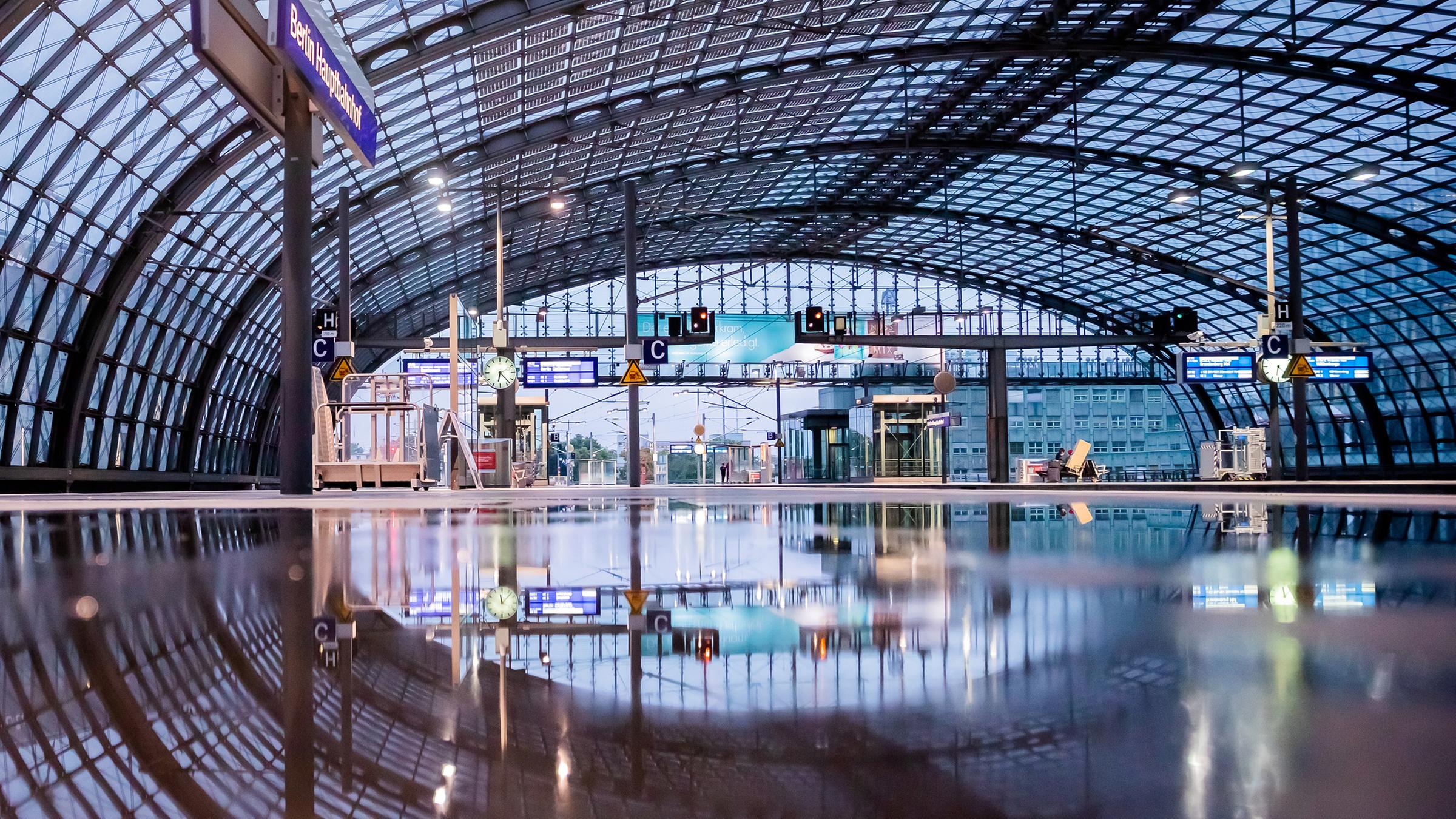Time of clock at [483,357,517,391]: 6:23
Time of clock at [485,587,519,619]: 12:07
